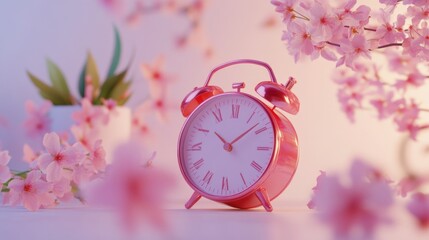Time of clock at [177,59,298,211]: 10:08
